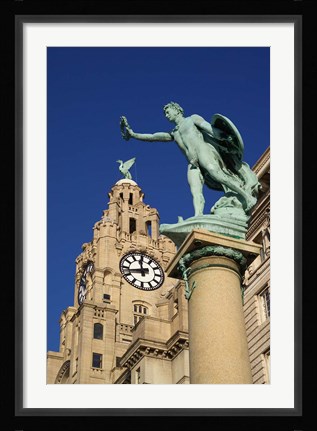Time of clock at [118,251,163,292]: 11:42
